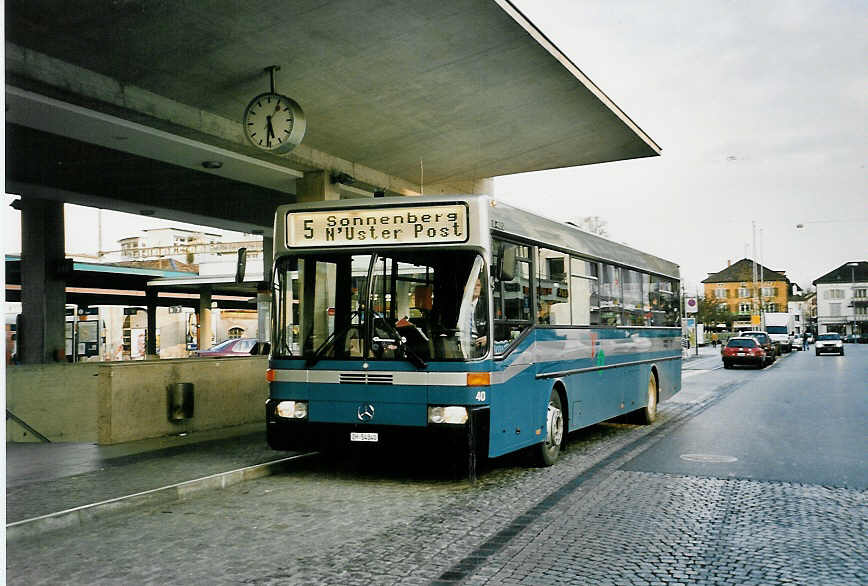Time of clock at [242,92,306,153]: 5:31
